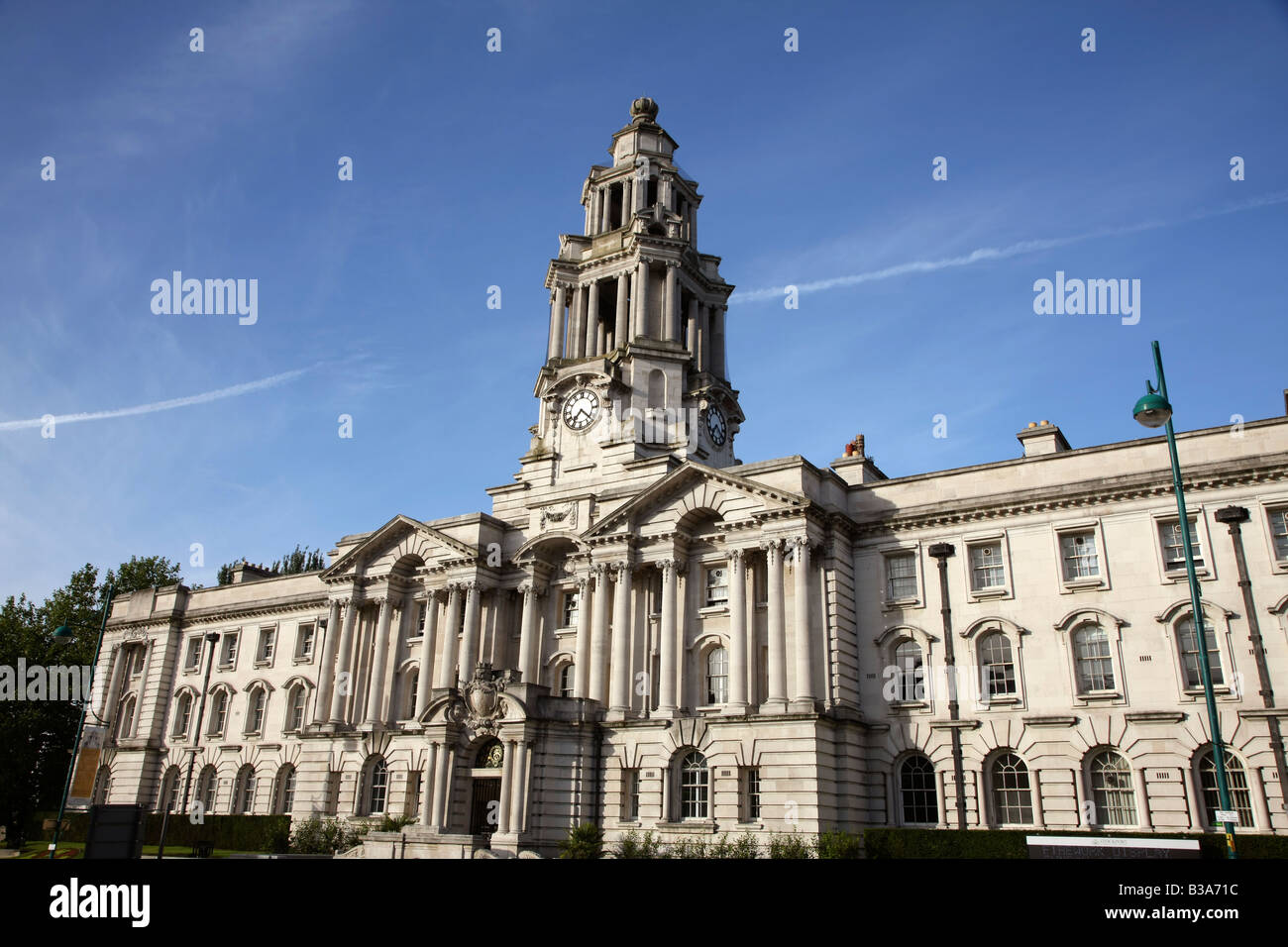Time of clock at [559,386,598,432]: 7:22
